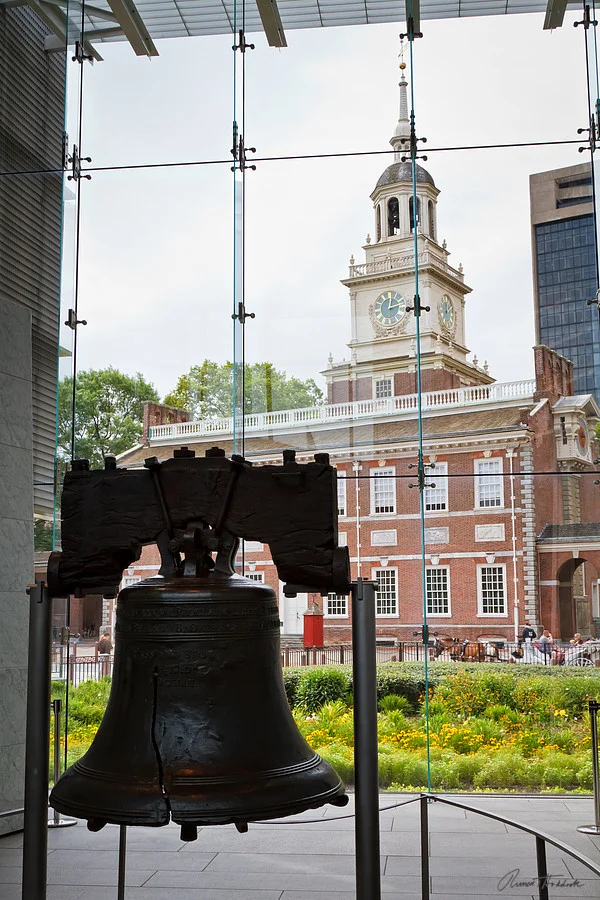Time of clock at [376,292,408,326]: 2:01
